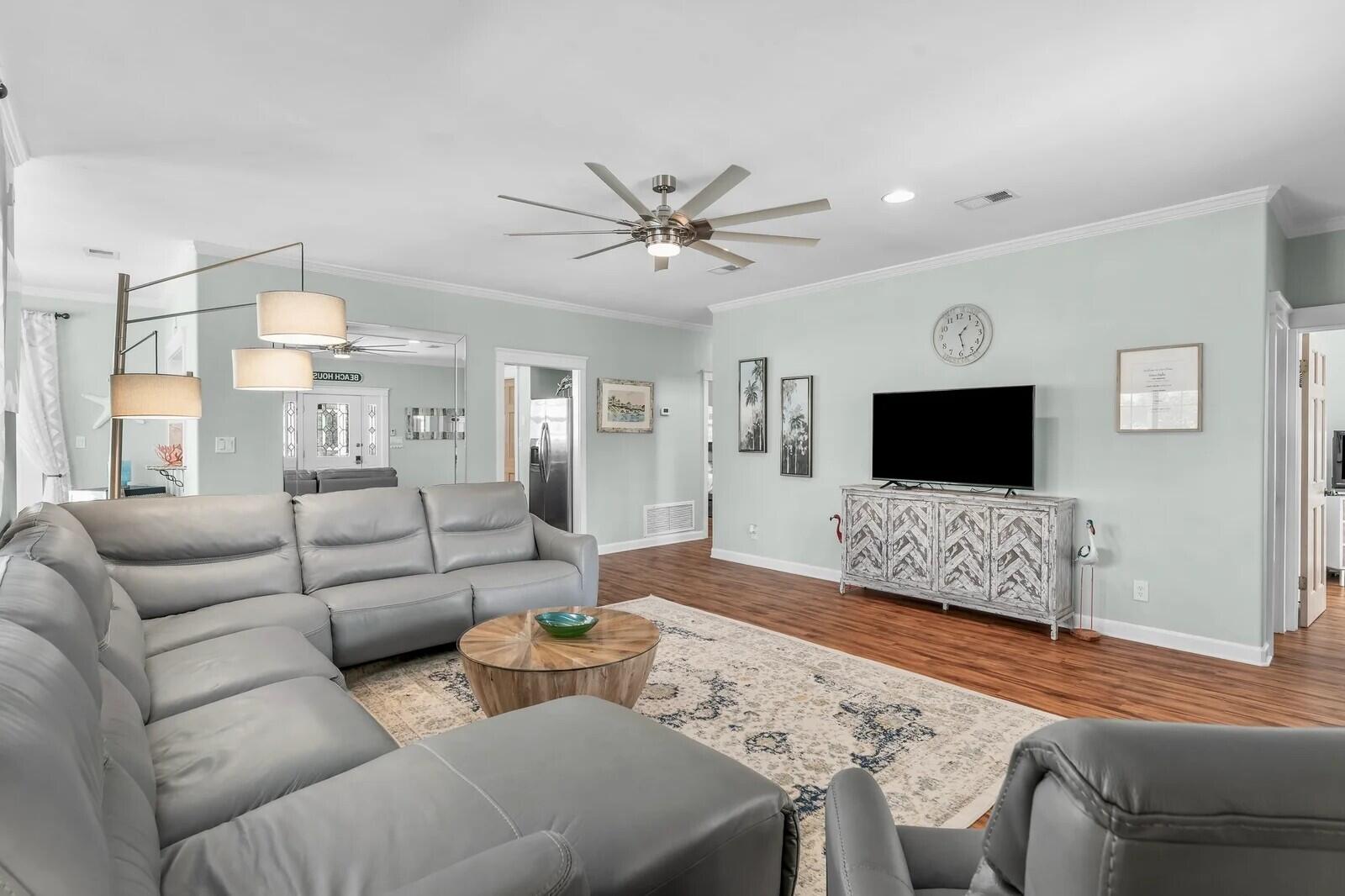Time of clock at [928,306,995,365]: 1:28
